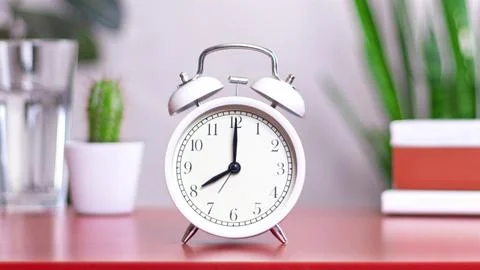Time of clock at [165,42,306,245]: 8:00
